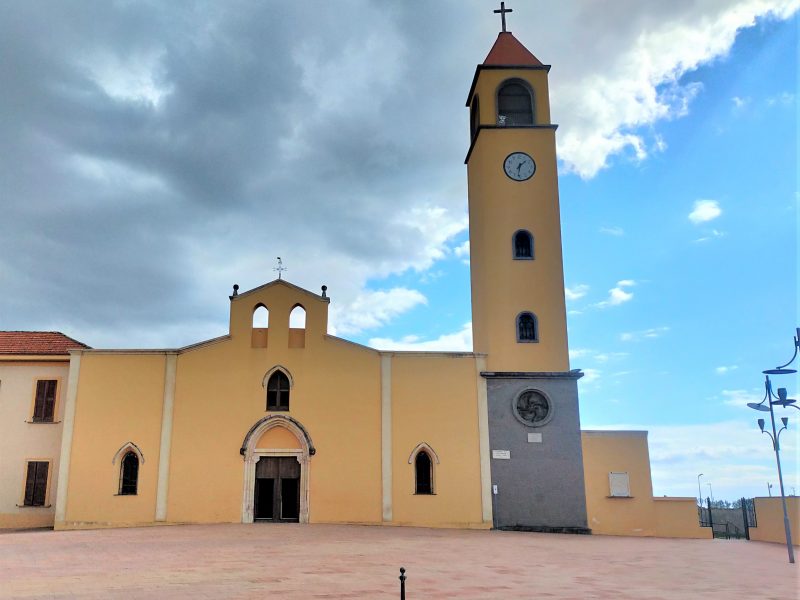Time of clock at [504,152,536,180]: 1:31
